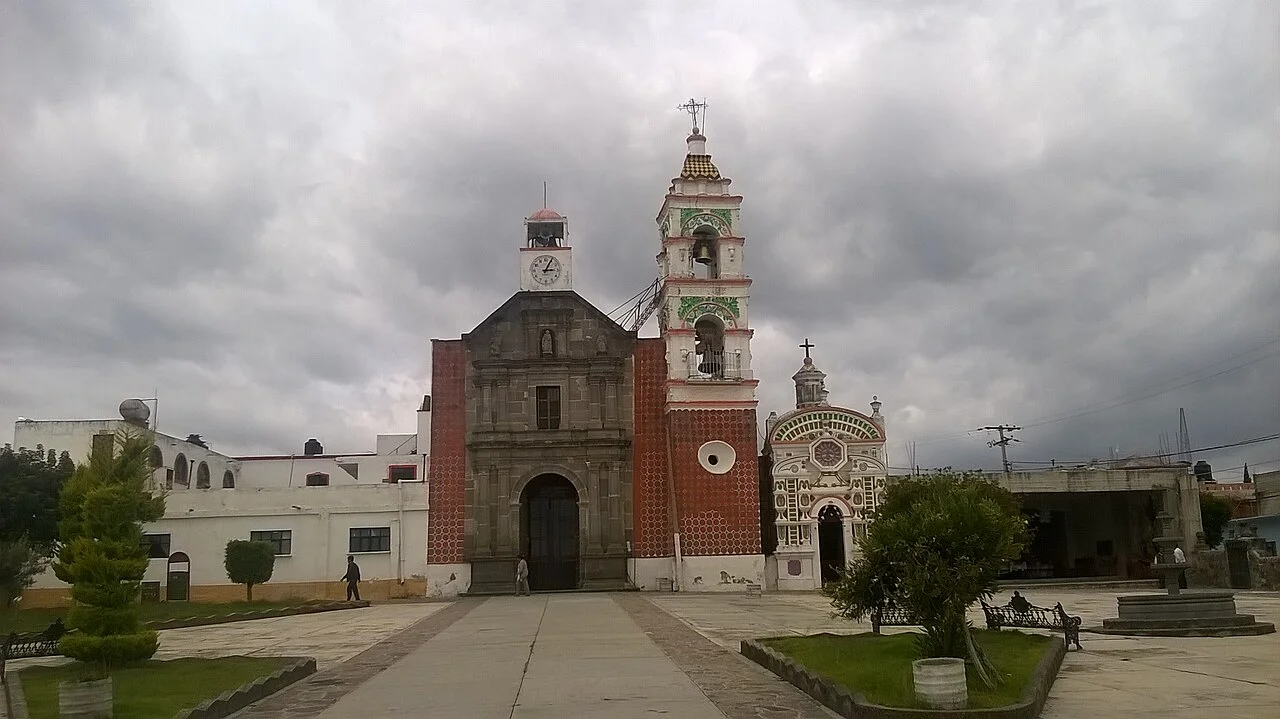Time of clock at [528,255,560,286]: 3:04
